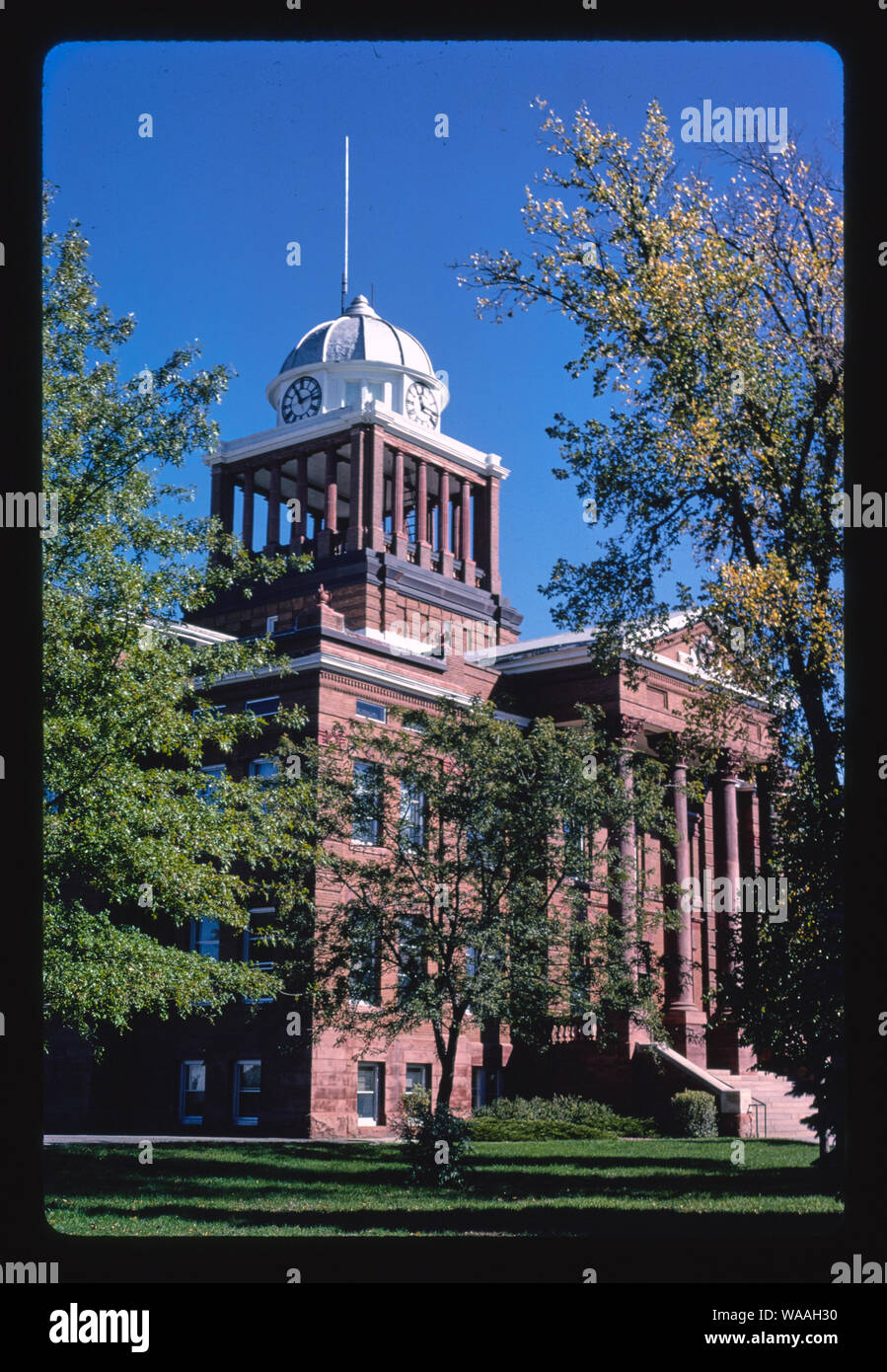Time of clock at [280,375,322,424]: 11:12
